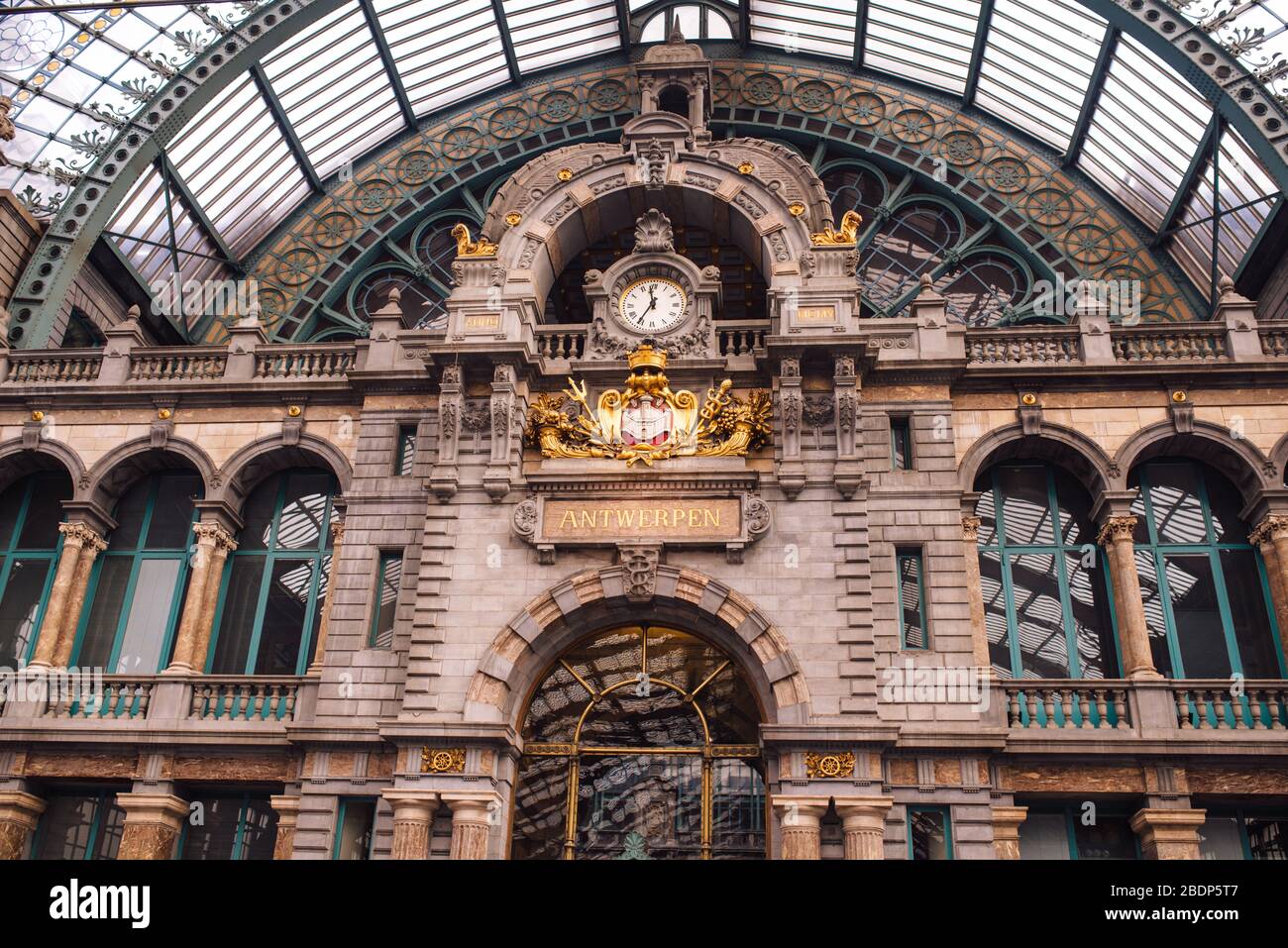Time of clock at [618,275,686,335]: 11:35
